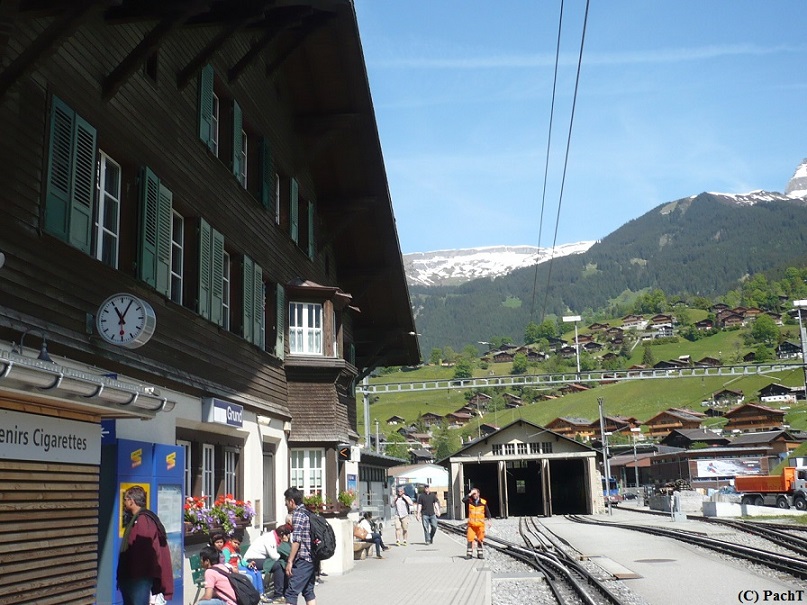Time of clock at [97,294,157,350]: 11:04
